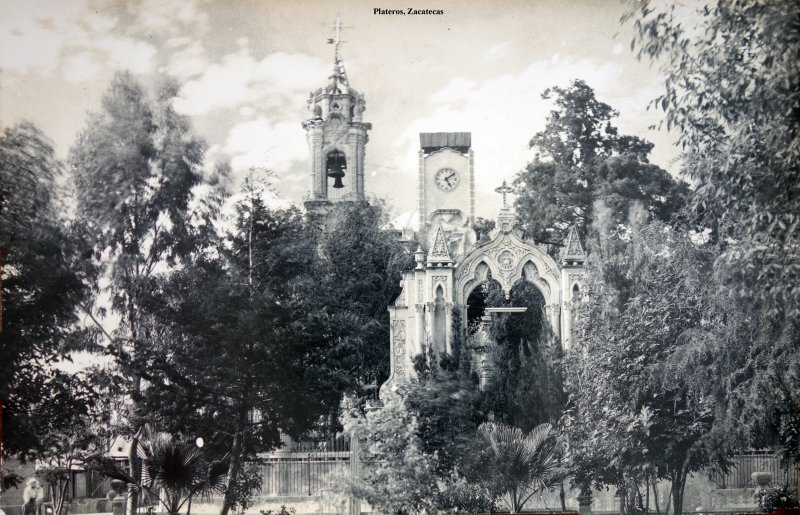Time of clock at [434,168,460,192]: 5:08
